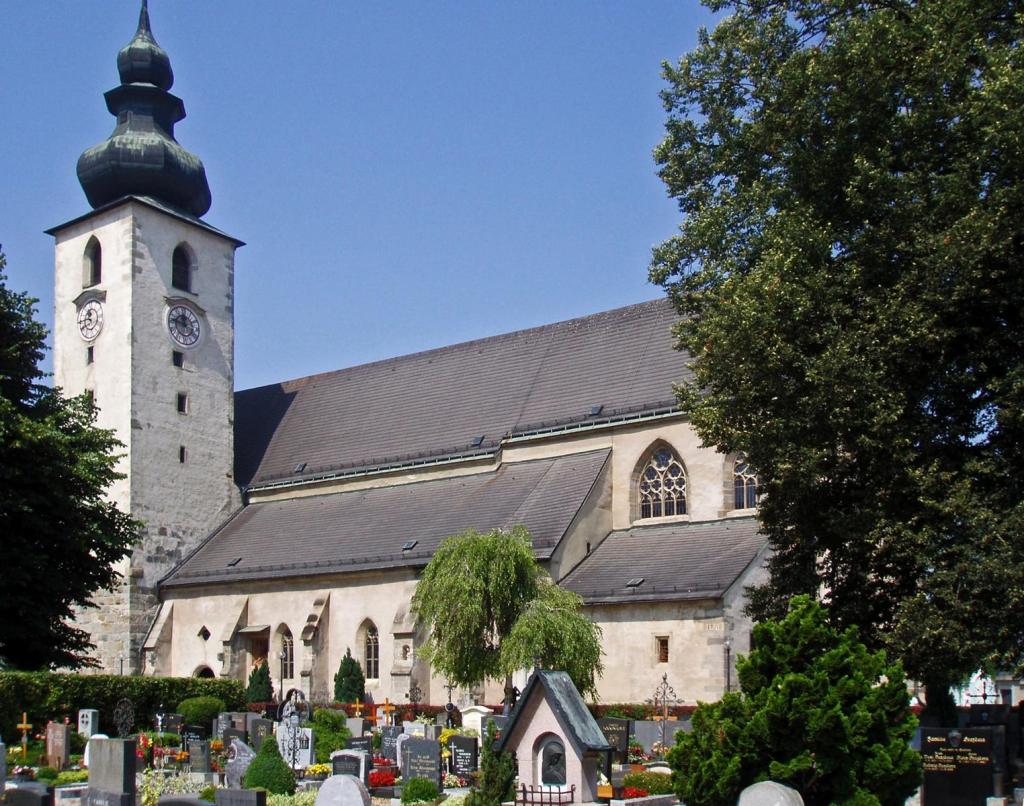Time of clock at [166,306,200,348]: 11:46
